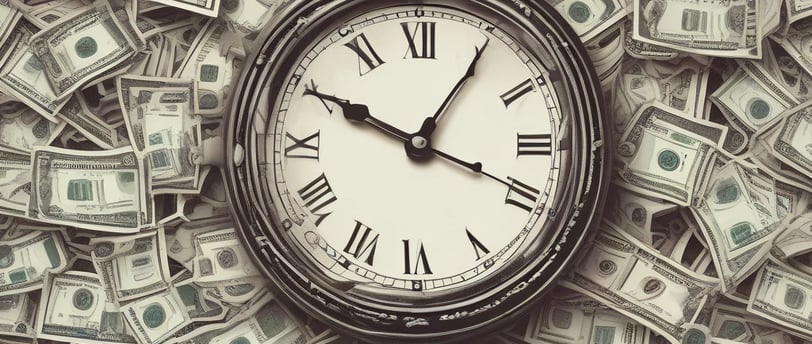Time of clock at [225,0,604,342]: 10:05
